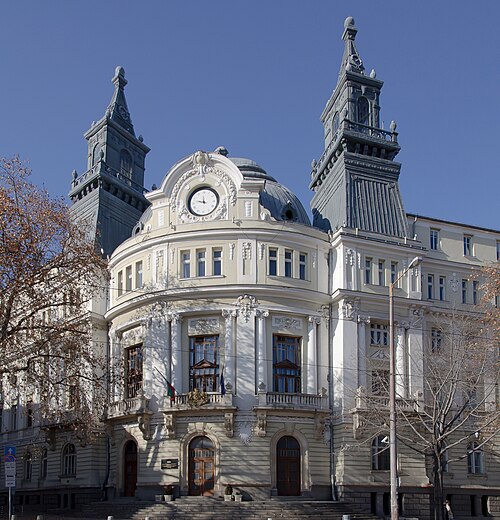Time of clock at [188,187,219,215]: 11:47
